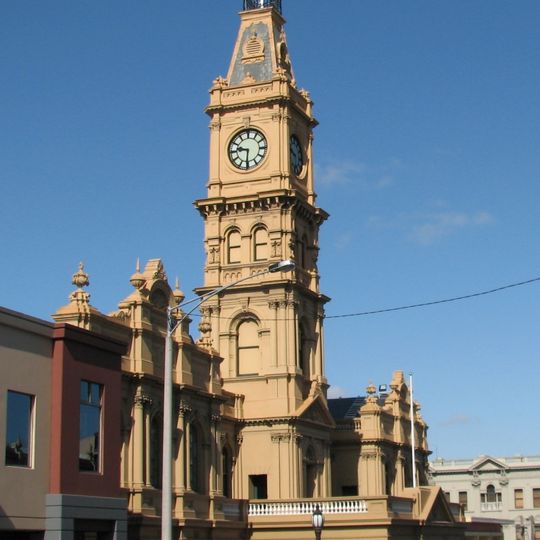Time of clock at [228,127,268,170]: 9:30
